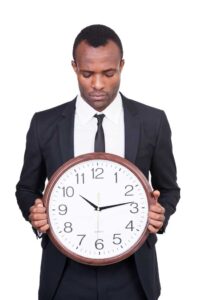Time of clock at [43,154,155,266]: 10:13
